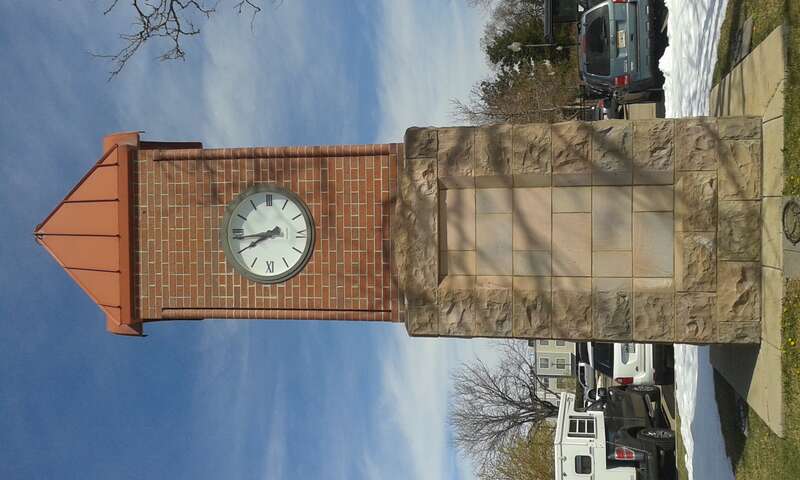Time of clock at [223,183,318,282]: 7:43
